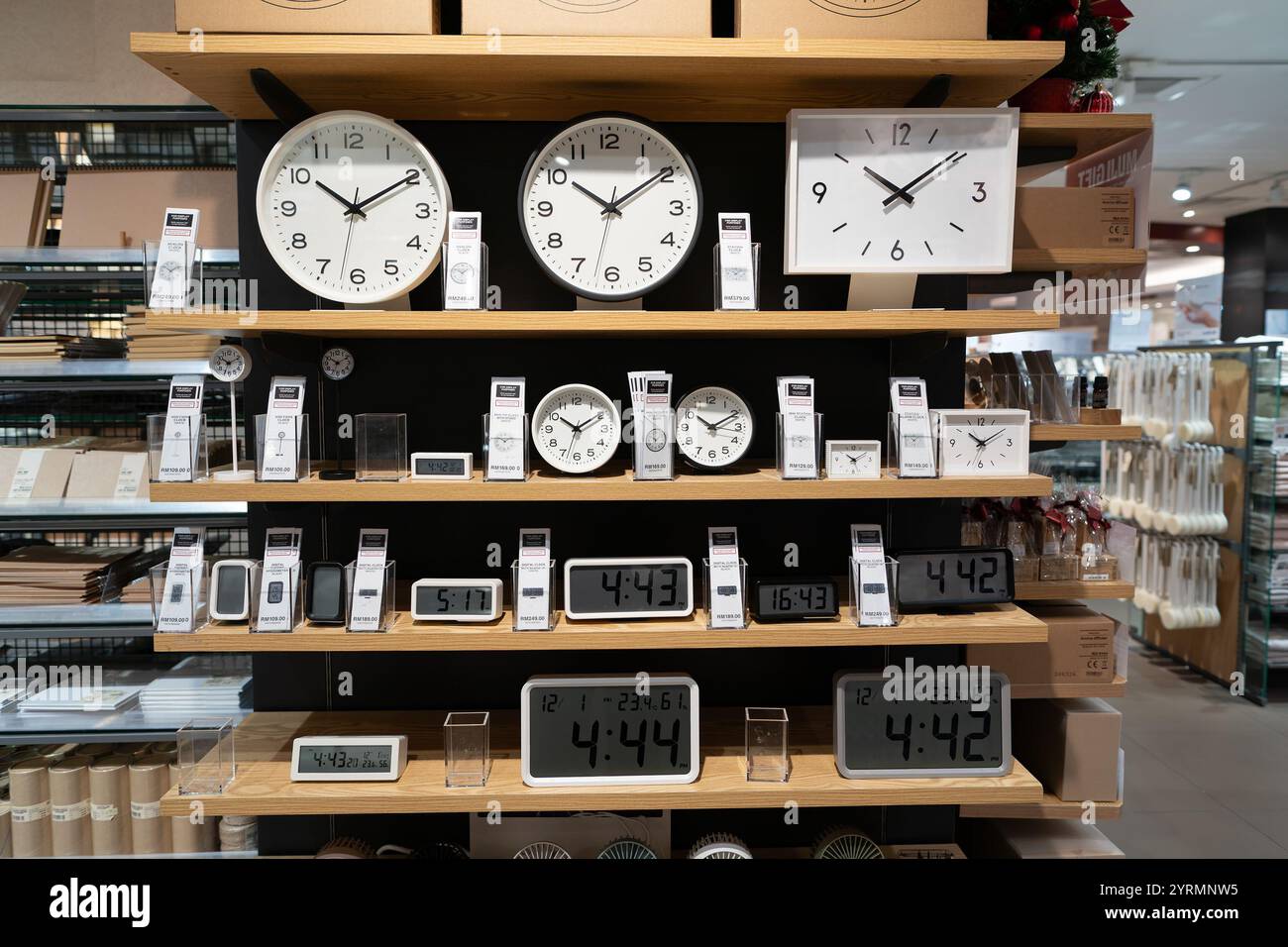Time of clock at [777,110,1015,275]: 10:08
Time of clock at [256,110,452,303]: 10:09
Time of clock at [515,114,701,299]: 10:09
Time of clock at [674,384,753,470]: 10:10
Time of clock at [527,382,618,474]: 10:09
